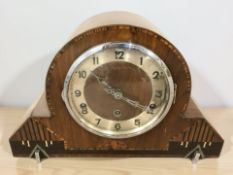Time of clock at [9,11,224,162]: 10:20
